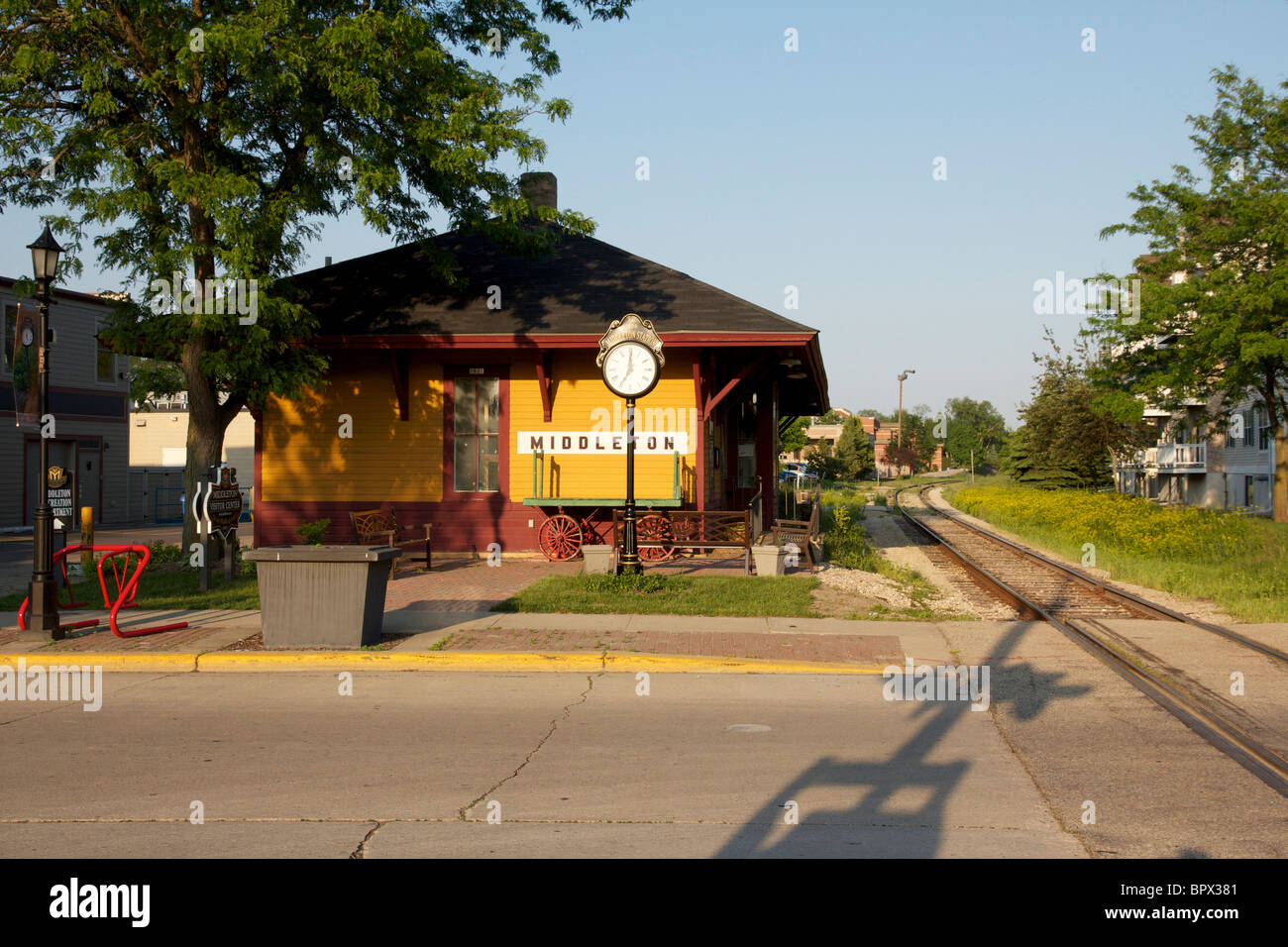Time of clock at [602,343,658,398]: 7:00
